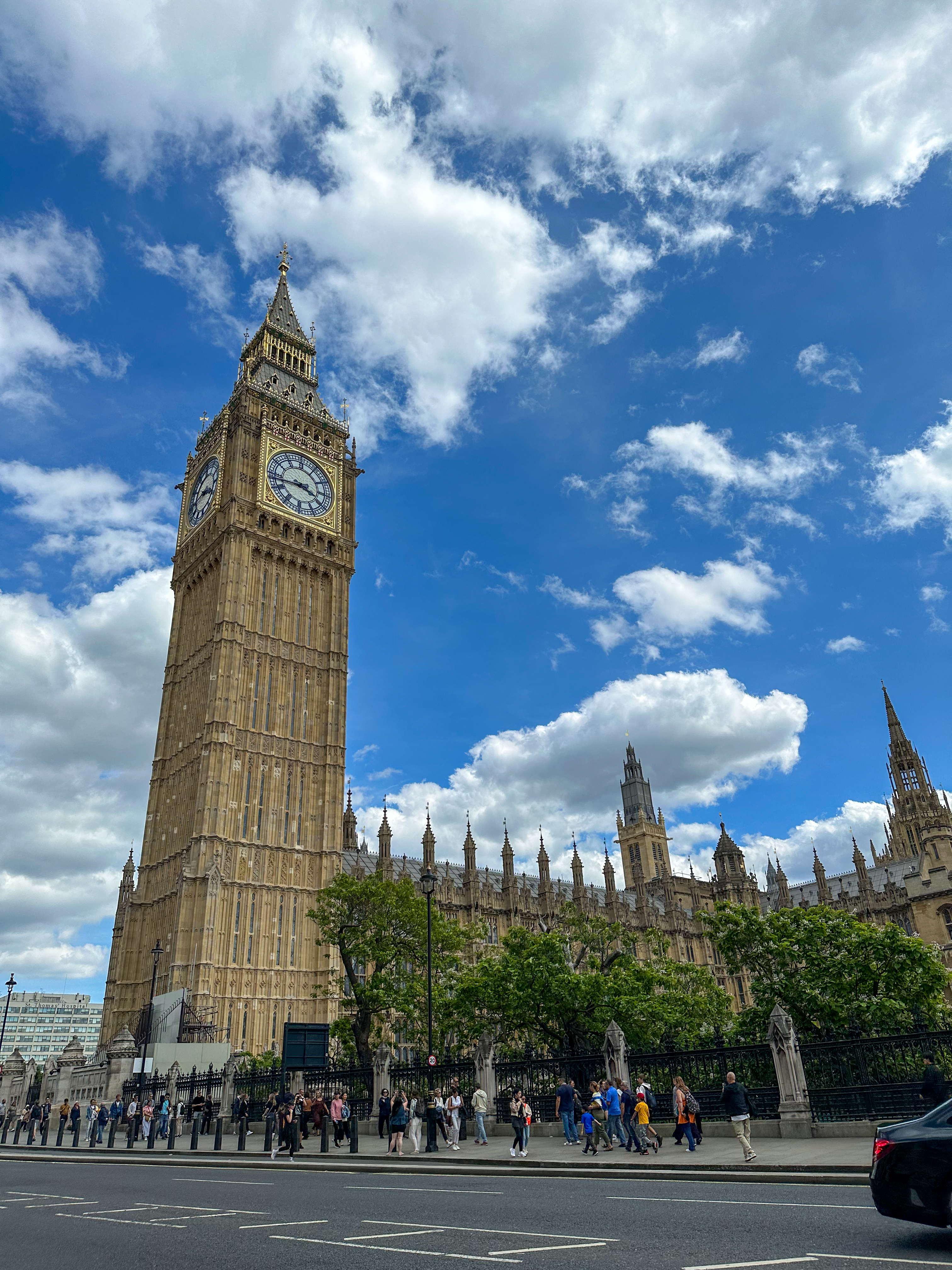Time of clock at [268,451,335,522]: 3:43
